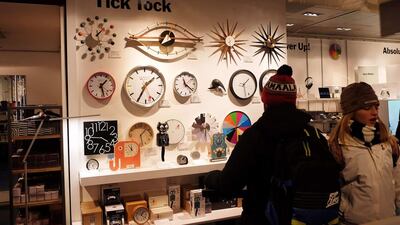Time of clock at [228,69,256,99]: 1:28
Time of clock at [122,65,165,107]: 1:34
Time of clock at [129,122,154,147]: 1:28
